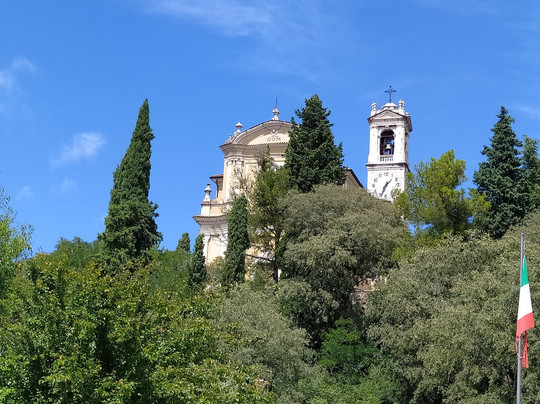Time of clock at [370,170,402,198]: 1:33
